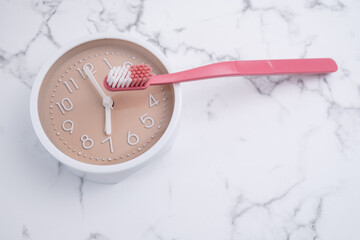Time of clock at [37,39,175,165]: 5:55
